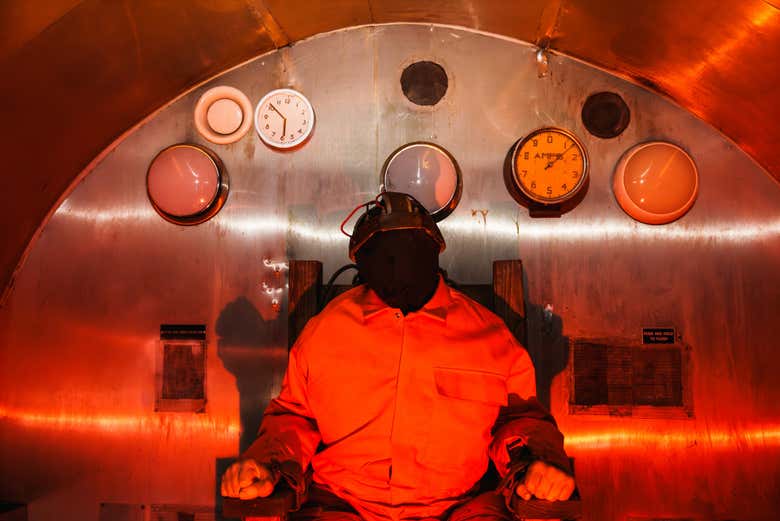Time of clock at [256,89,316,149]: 5:51
